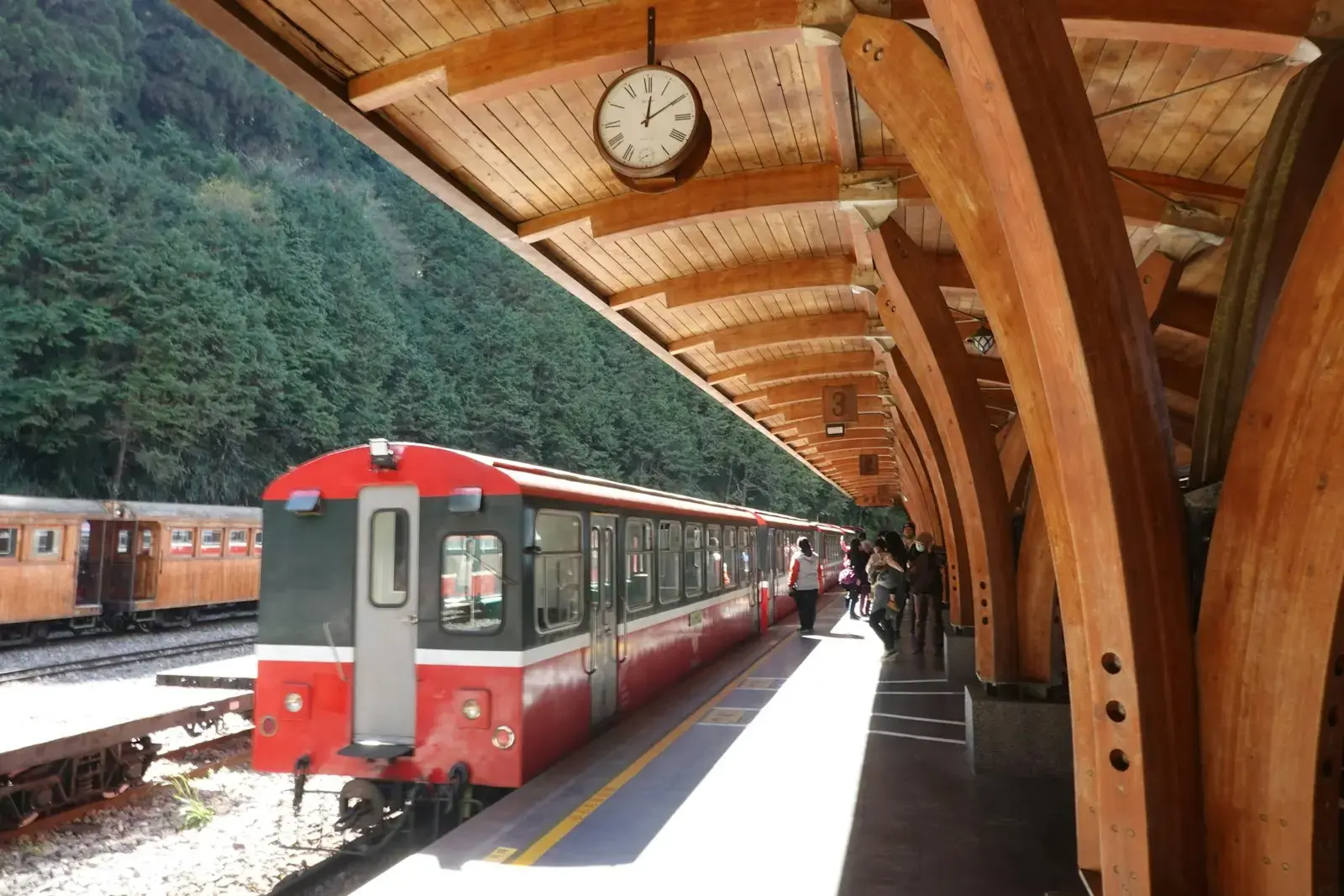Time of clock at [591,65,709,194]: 12:09
